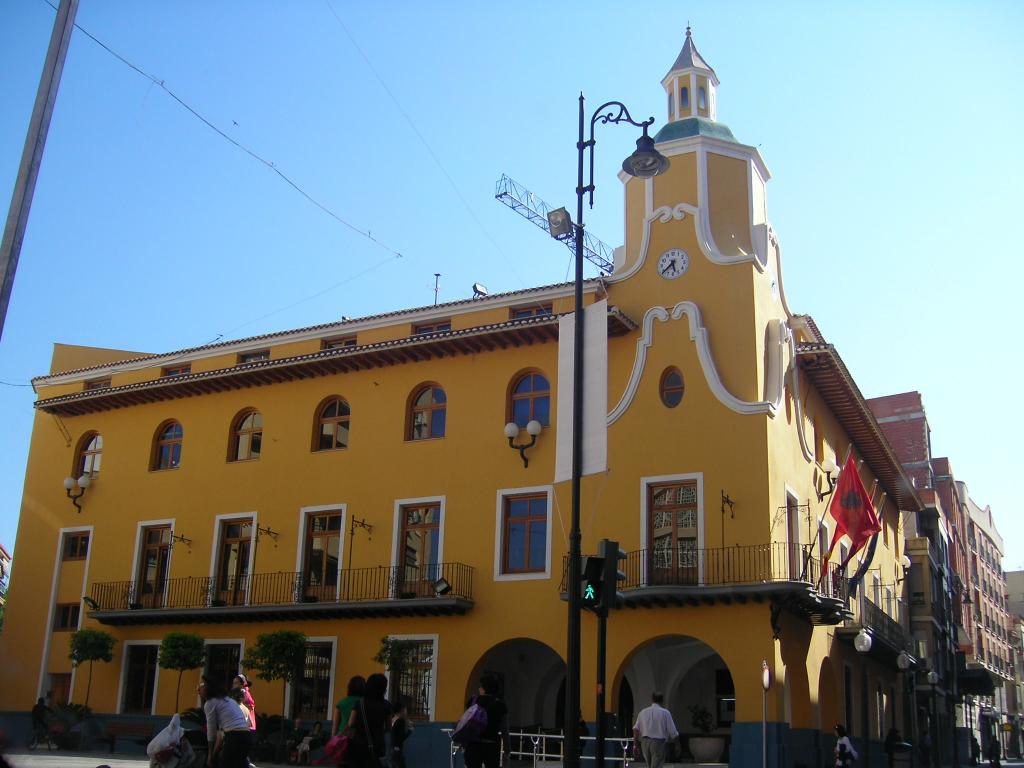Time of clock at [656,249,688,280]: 5:38
